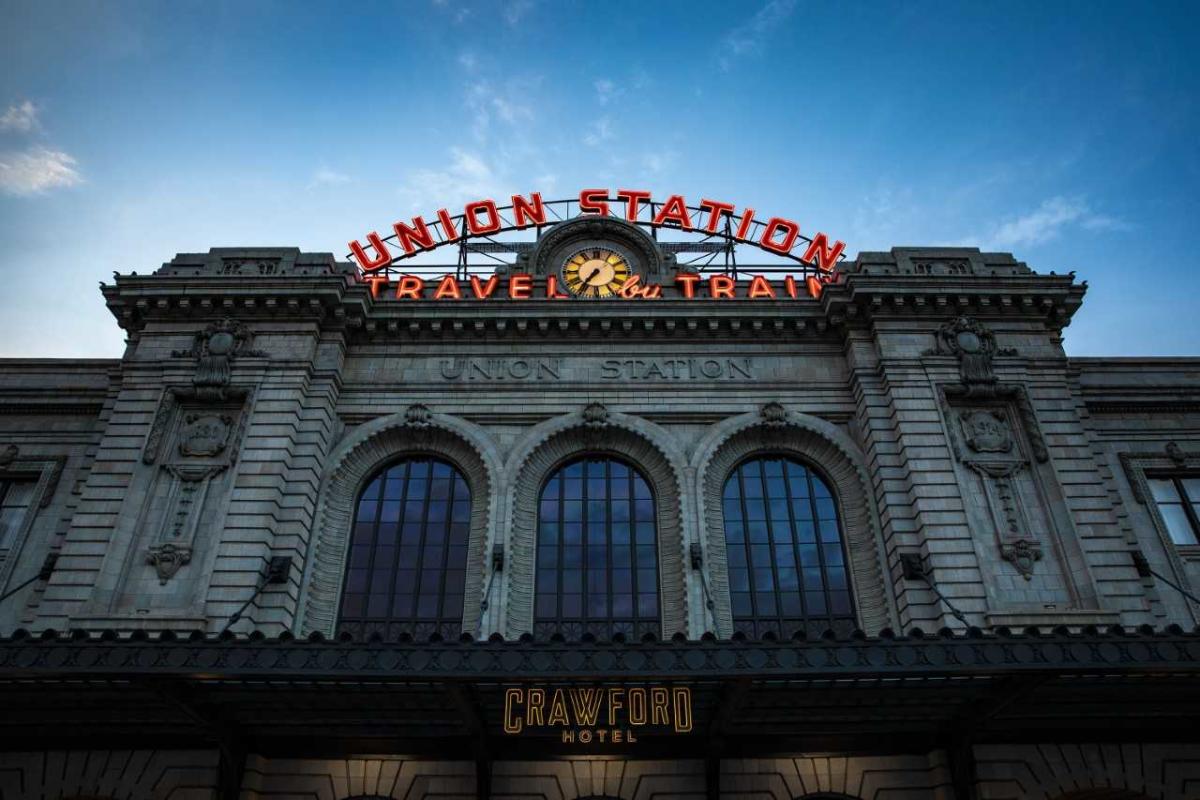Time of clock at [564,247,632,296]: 7:36
